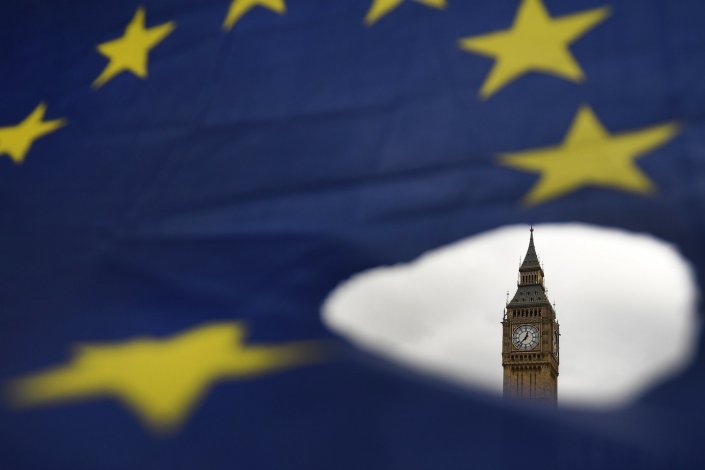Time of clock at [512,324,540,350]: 12:37
